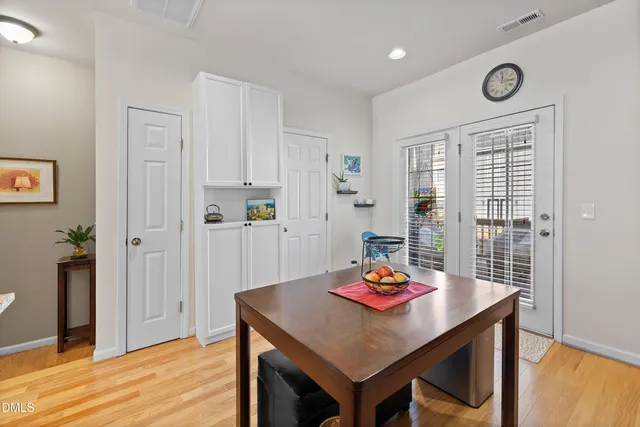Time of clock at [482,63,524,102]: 12:14
